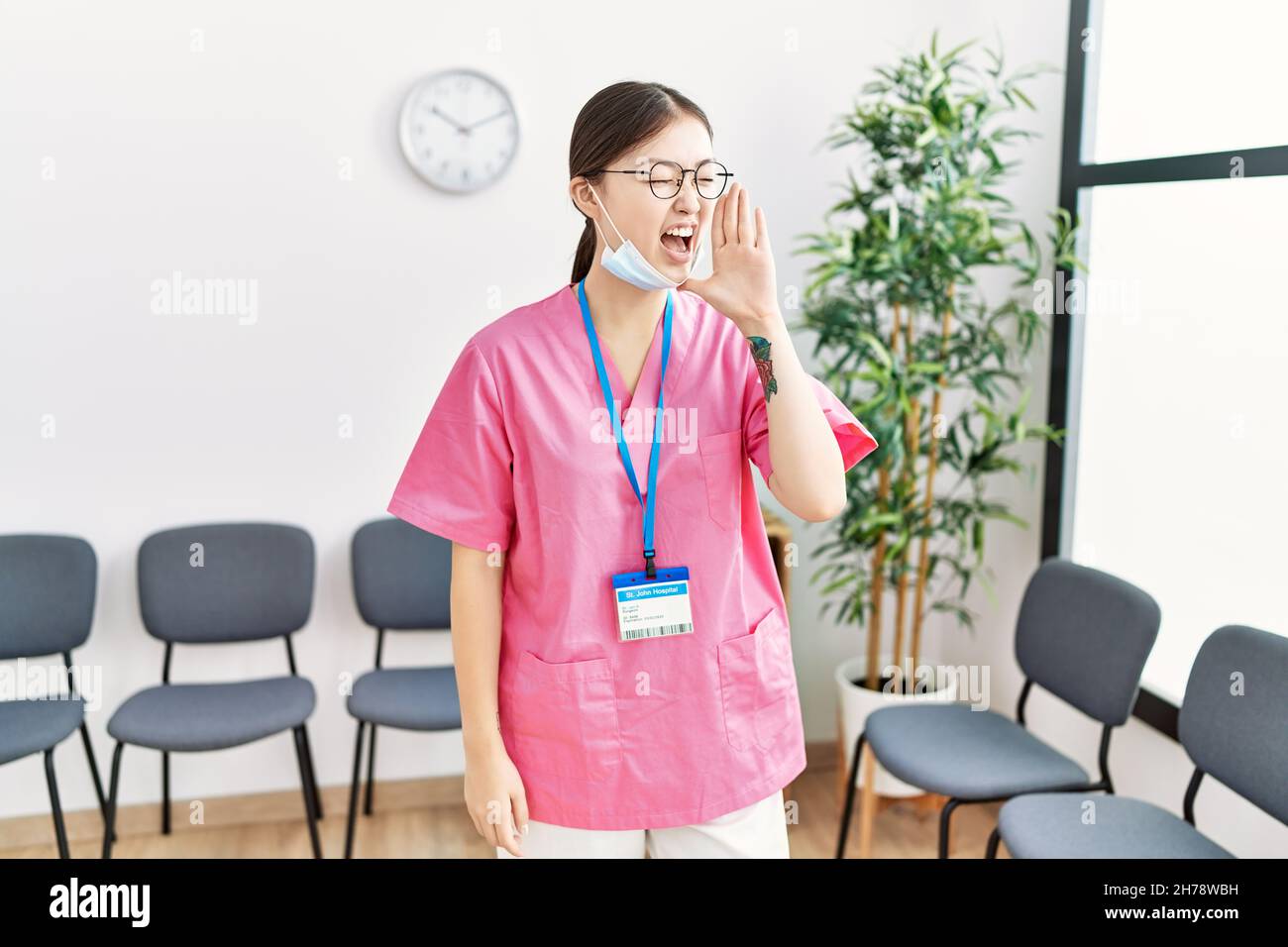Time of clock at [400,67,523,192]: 10:10
